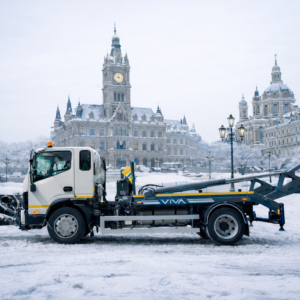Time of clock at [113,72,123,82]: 4:00
